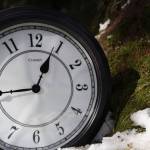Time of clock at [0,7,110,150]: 12:44
